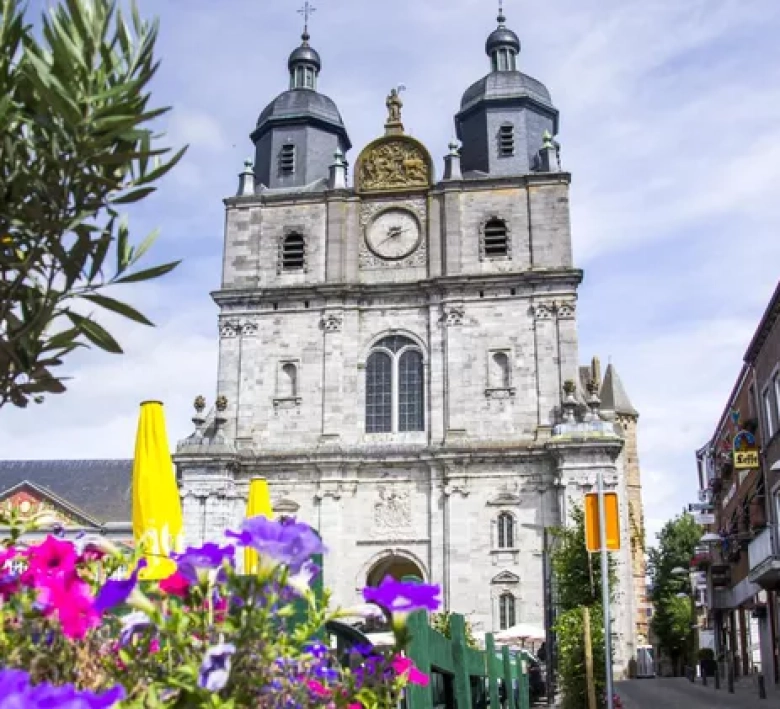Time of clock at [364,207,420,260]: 2:38
